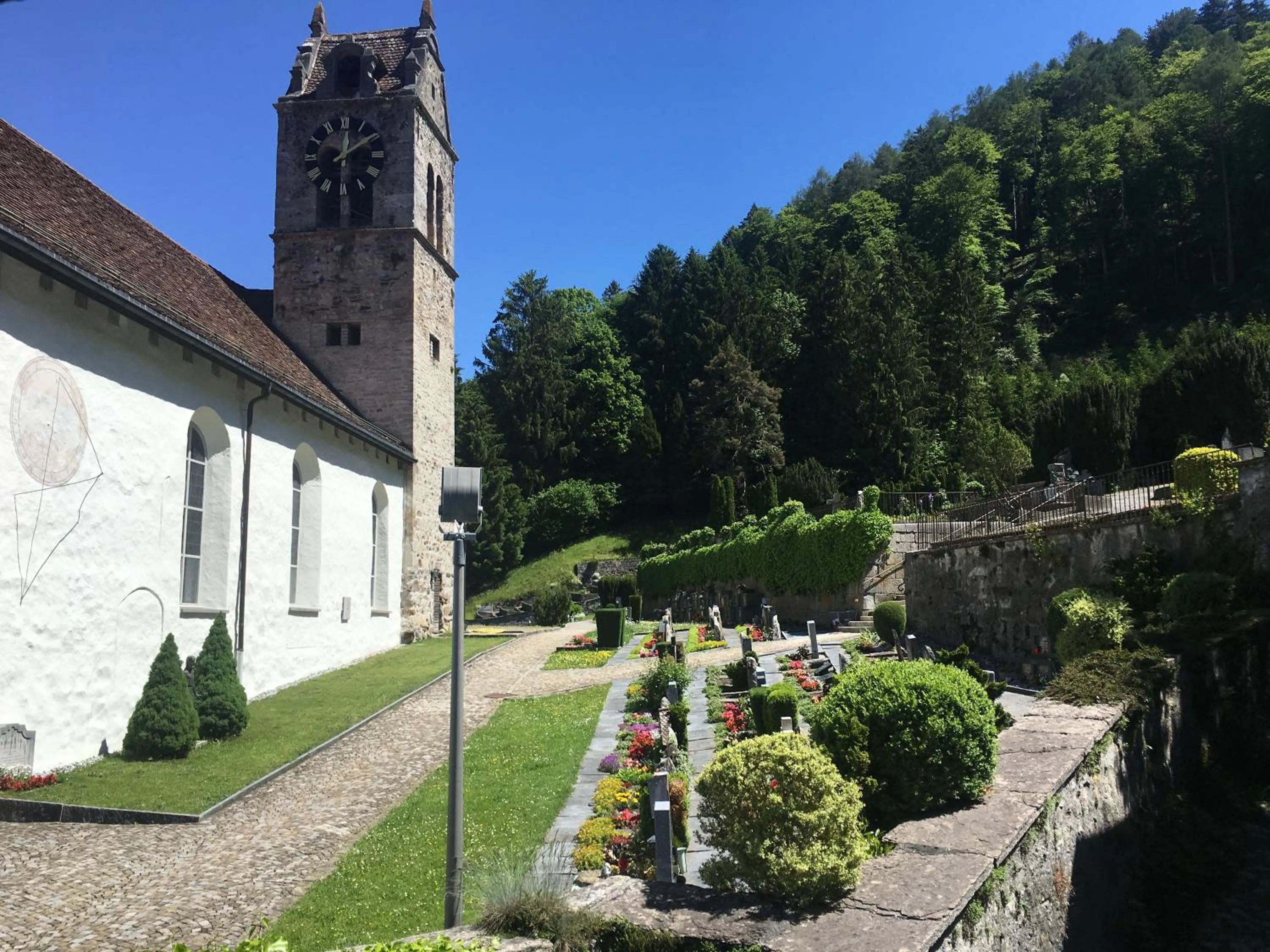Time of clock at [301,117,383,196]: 12:09
